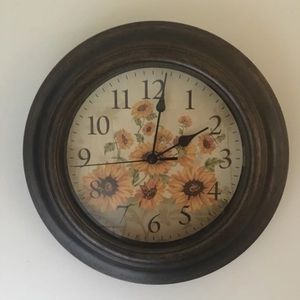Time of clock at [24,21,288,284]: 2:01
